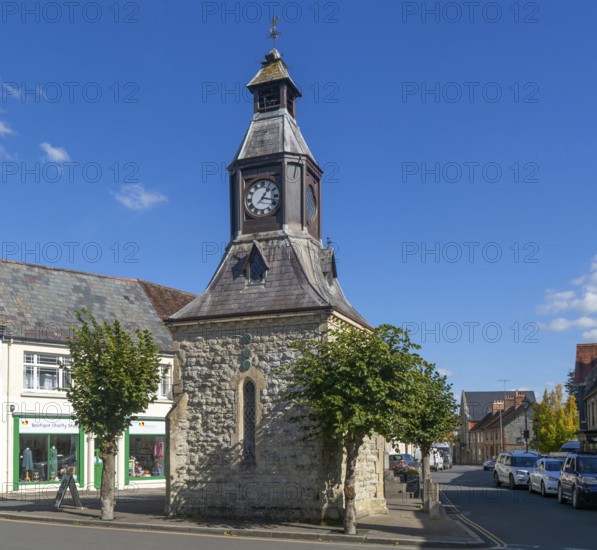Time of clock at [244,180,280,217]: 1:17
